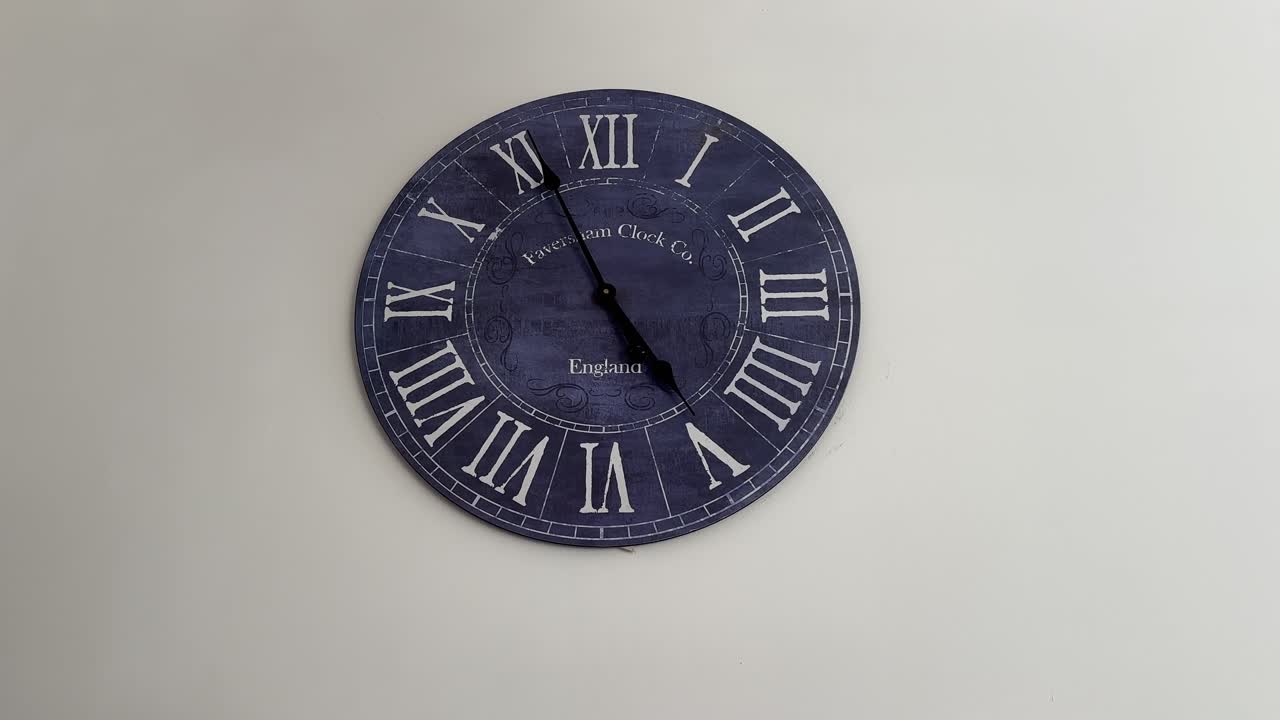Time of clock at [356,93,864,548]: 4:55
